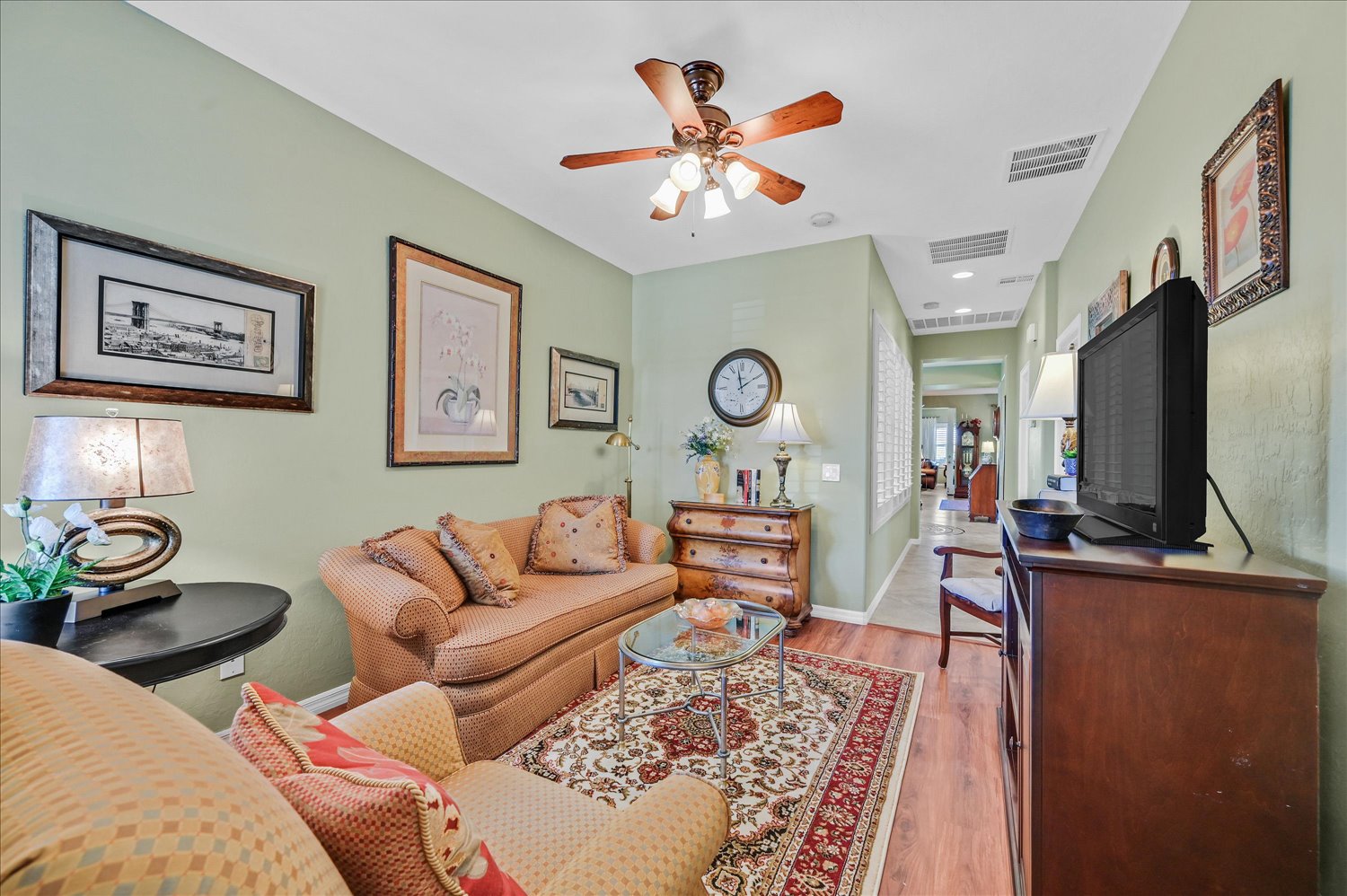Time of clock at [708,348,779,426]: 1:58
